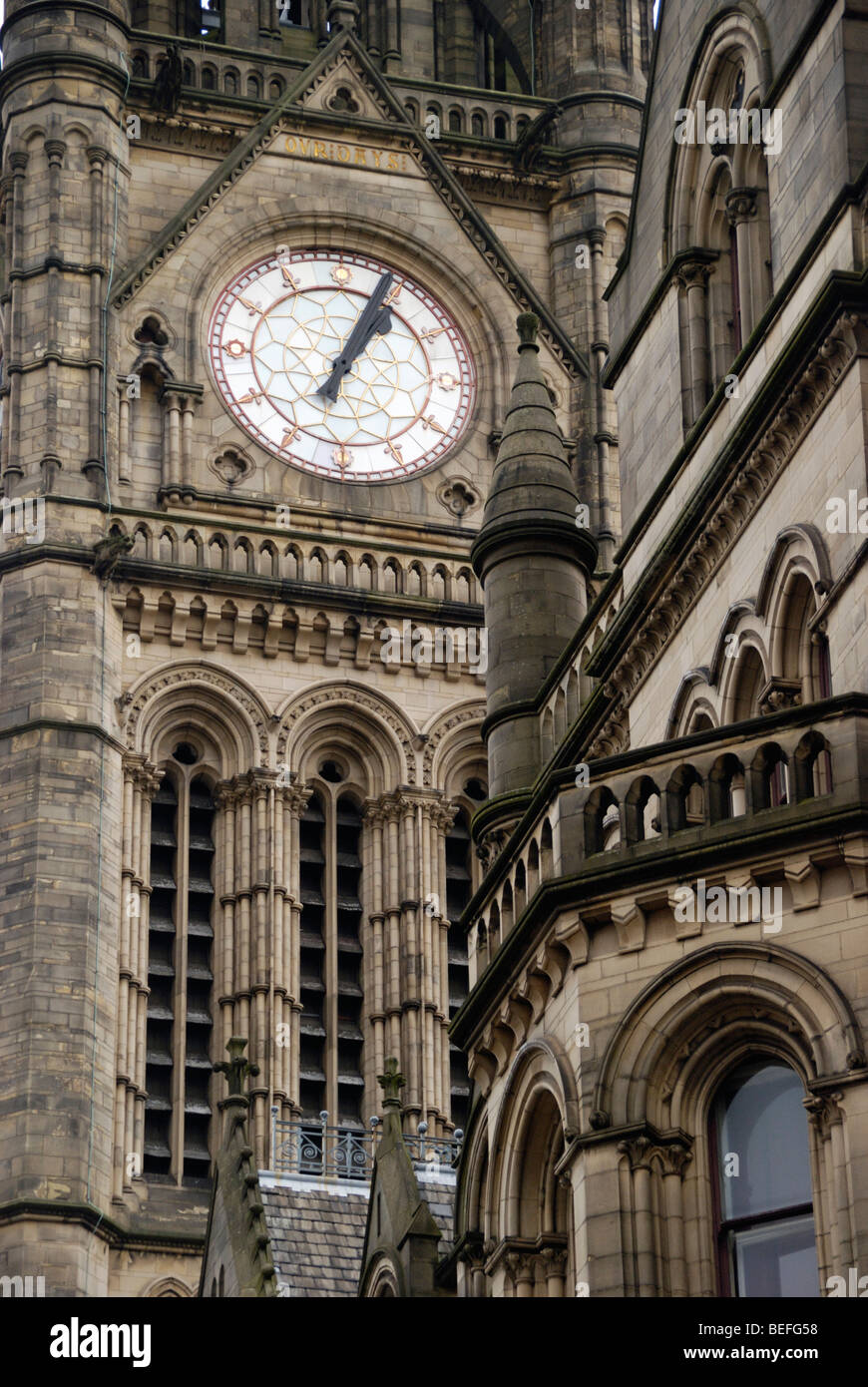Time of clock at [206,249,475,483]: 1:04
